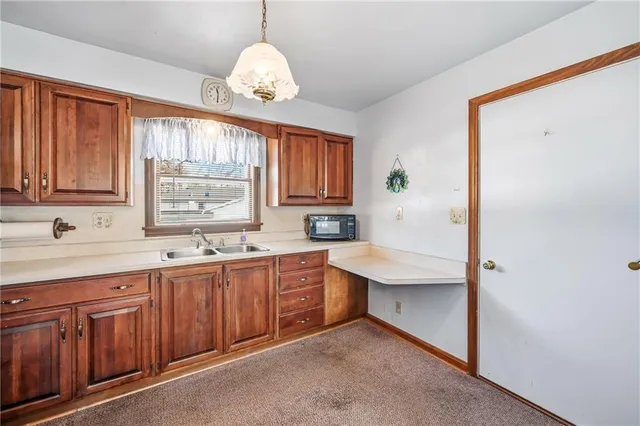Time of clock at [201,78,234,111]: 11:30
